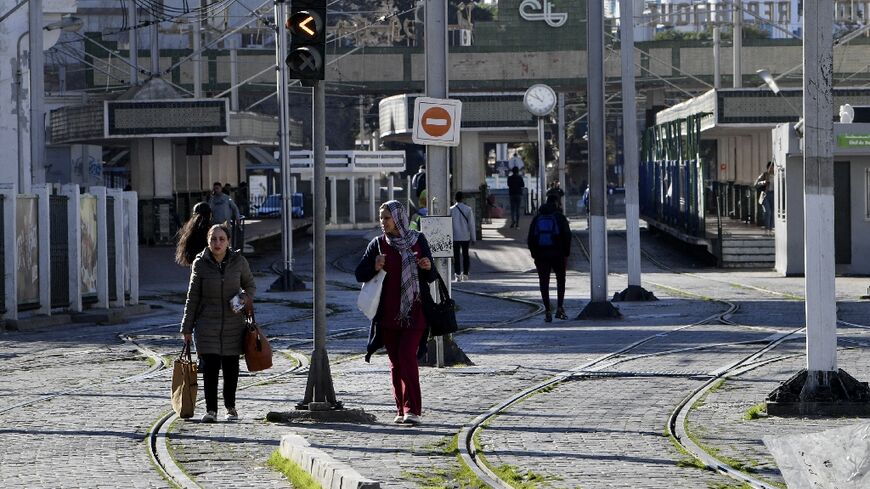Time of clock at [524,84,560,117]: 10:49
